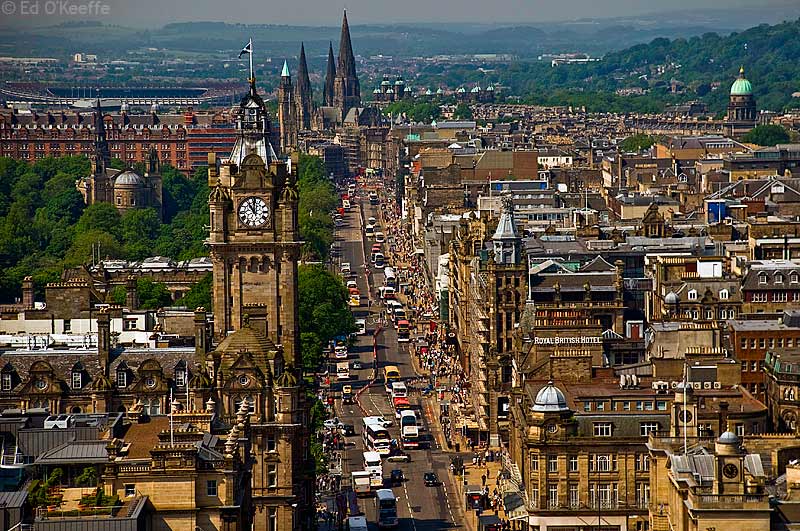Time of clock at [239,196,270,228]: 11:01
